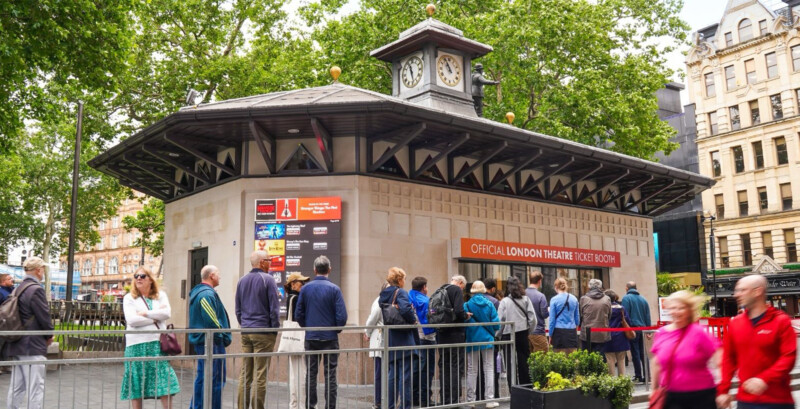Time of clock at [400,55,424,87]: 11:28
